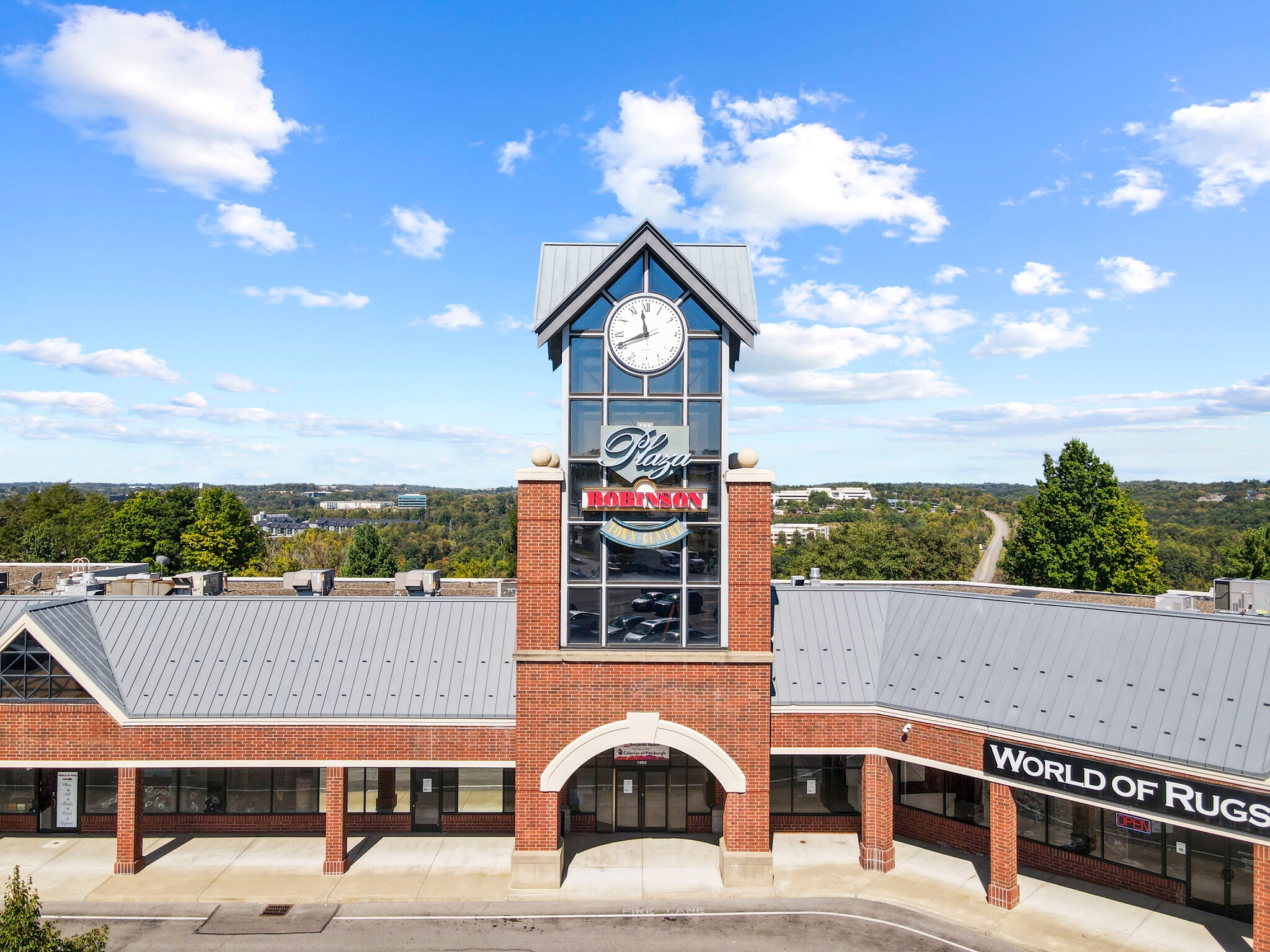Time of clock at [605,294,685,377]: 11:41
